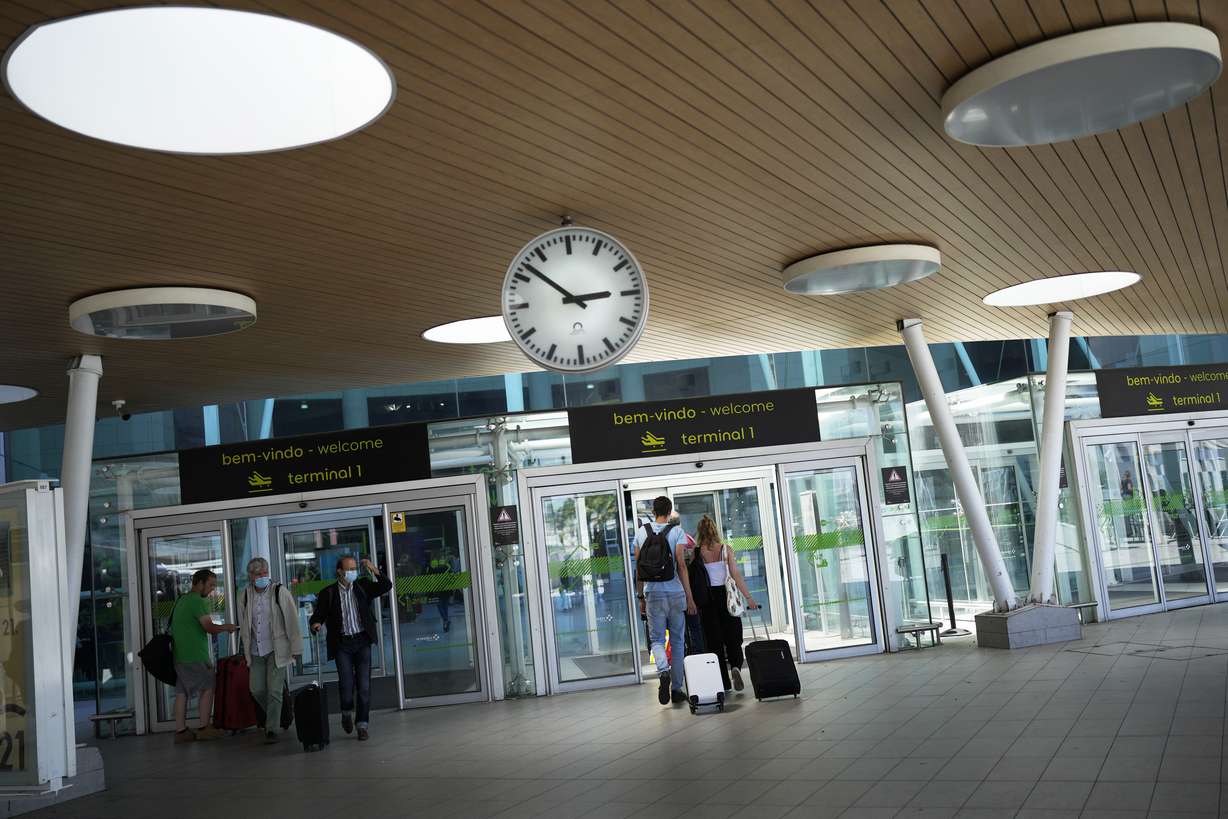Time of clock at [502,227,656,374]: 2:52
